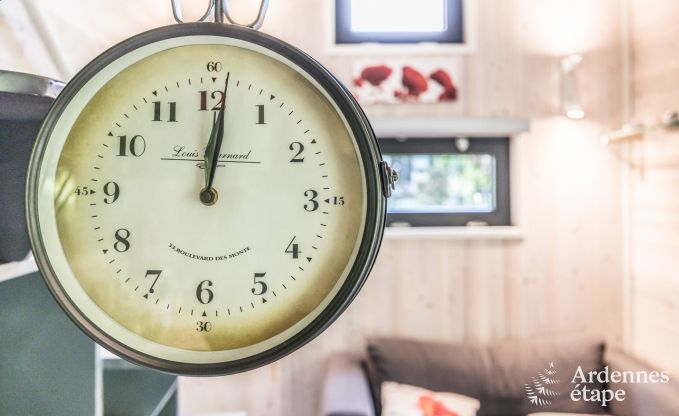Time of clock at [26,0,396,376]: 12:01
